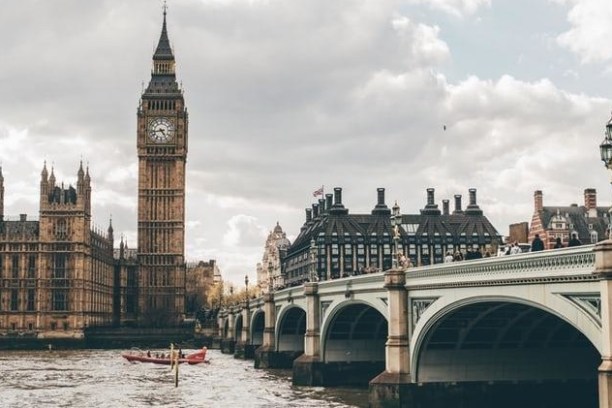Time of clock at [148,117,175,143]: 4:42
